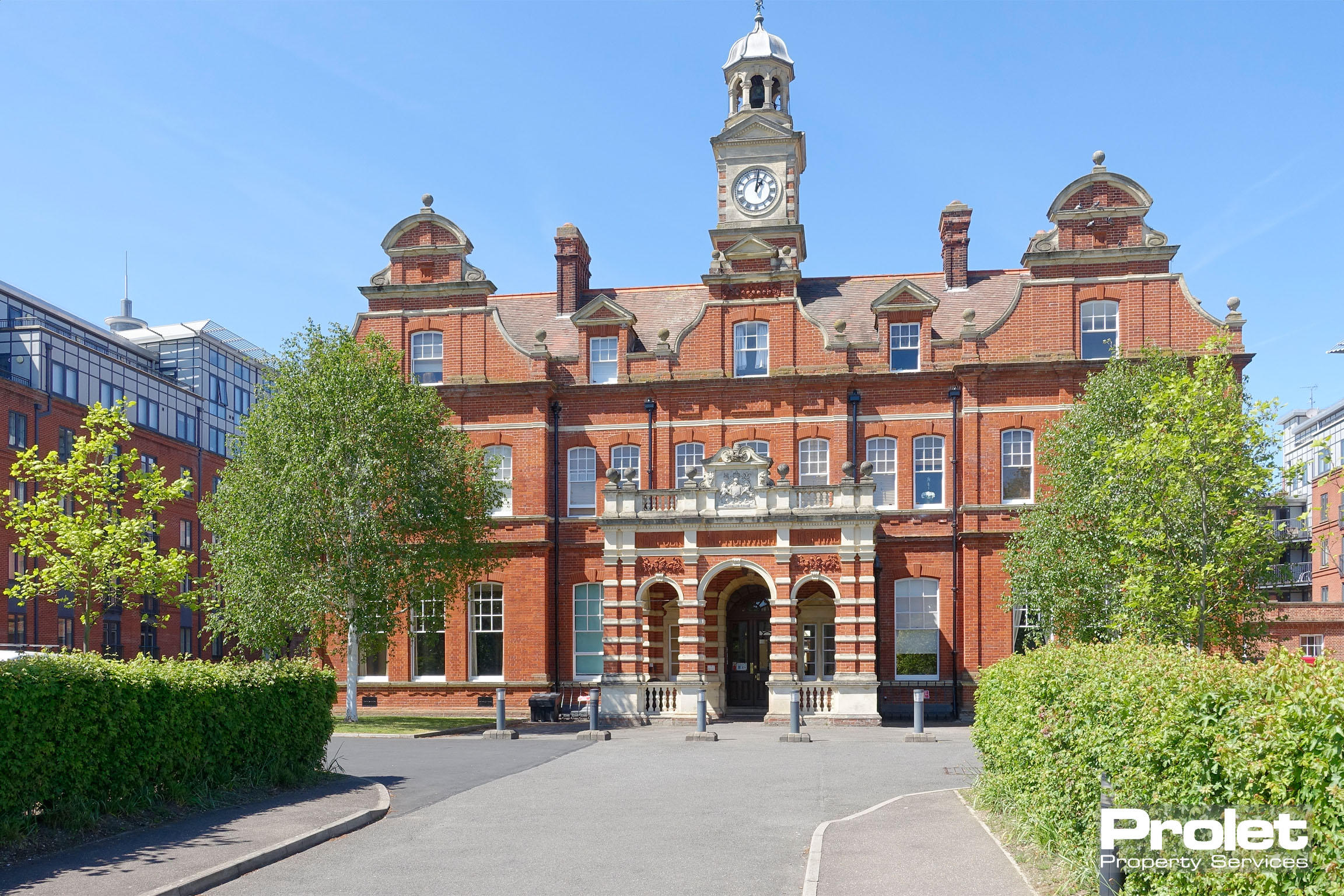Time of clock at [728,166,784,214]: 1:01
